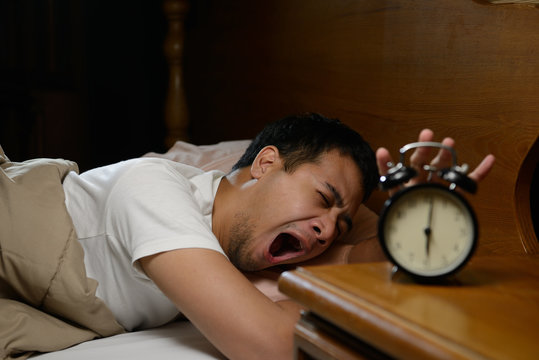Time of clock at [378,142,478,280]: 6:01
